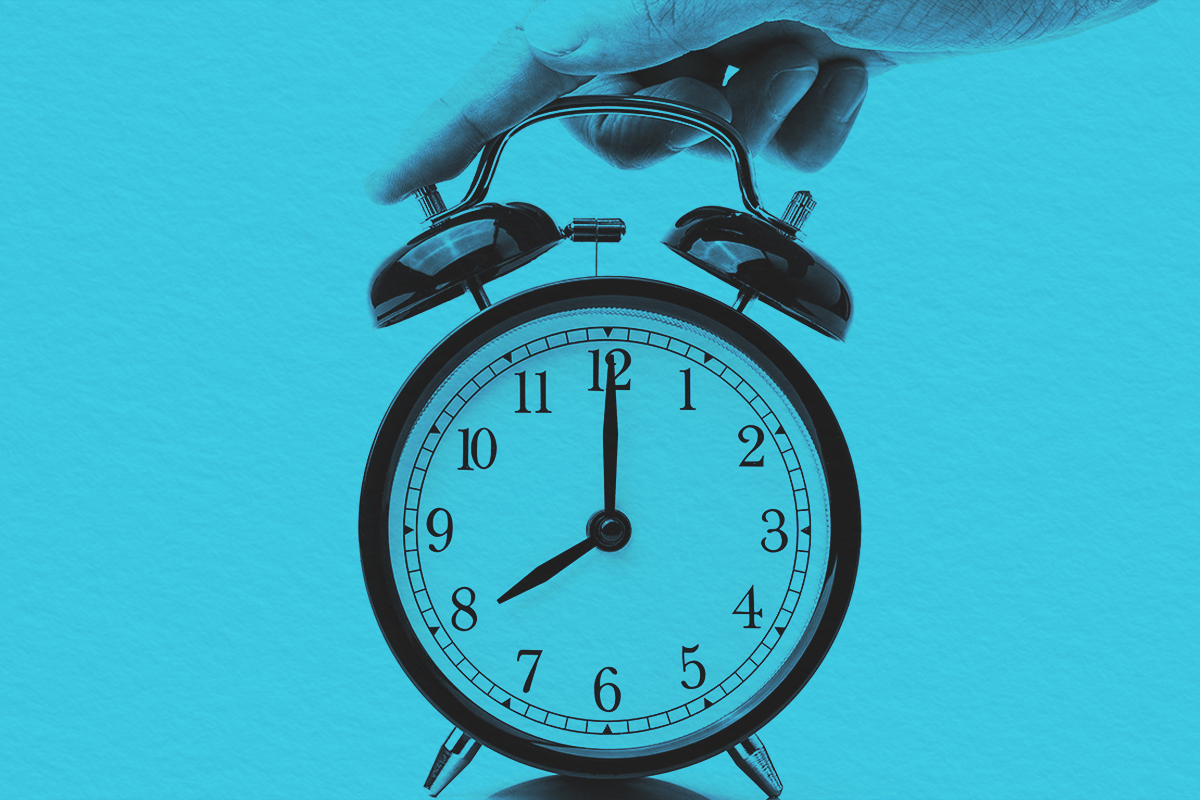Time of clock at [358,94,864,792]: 8:00
